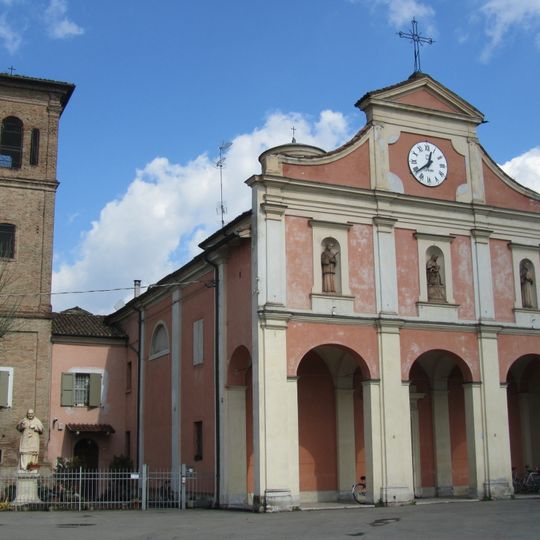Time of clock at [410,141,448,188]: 12:38
